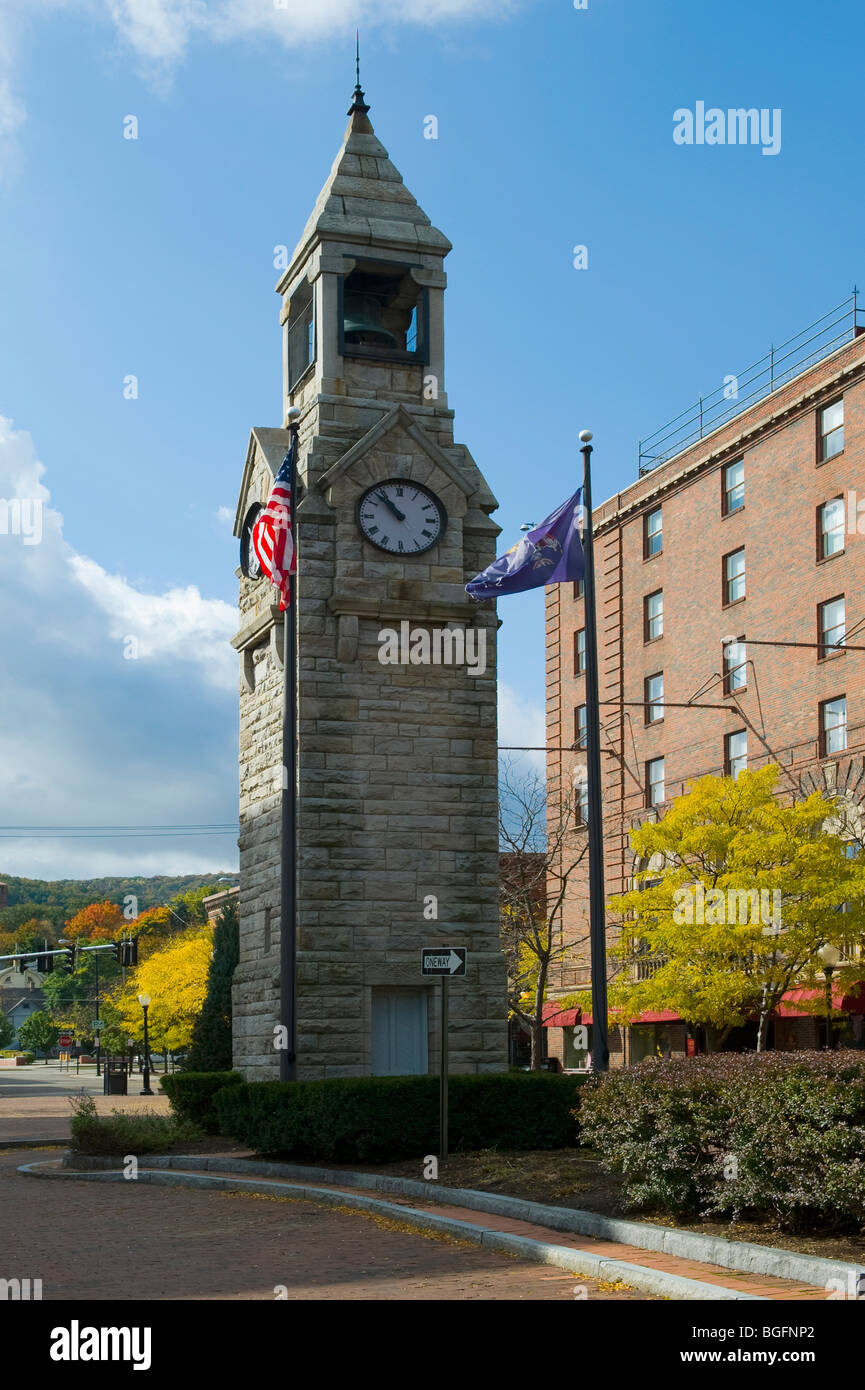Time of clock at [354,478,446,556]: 10:52
